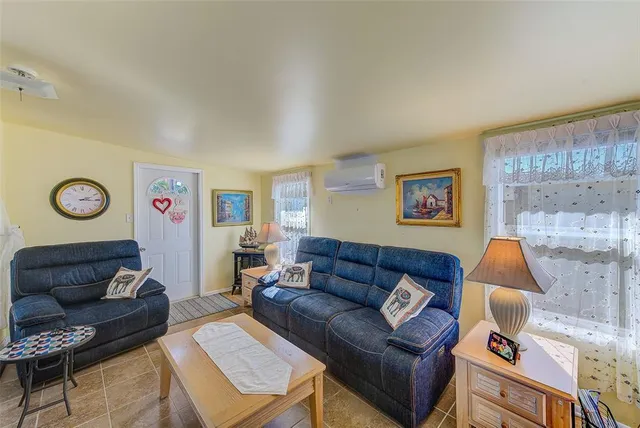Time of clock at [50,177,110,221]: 2:15
